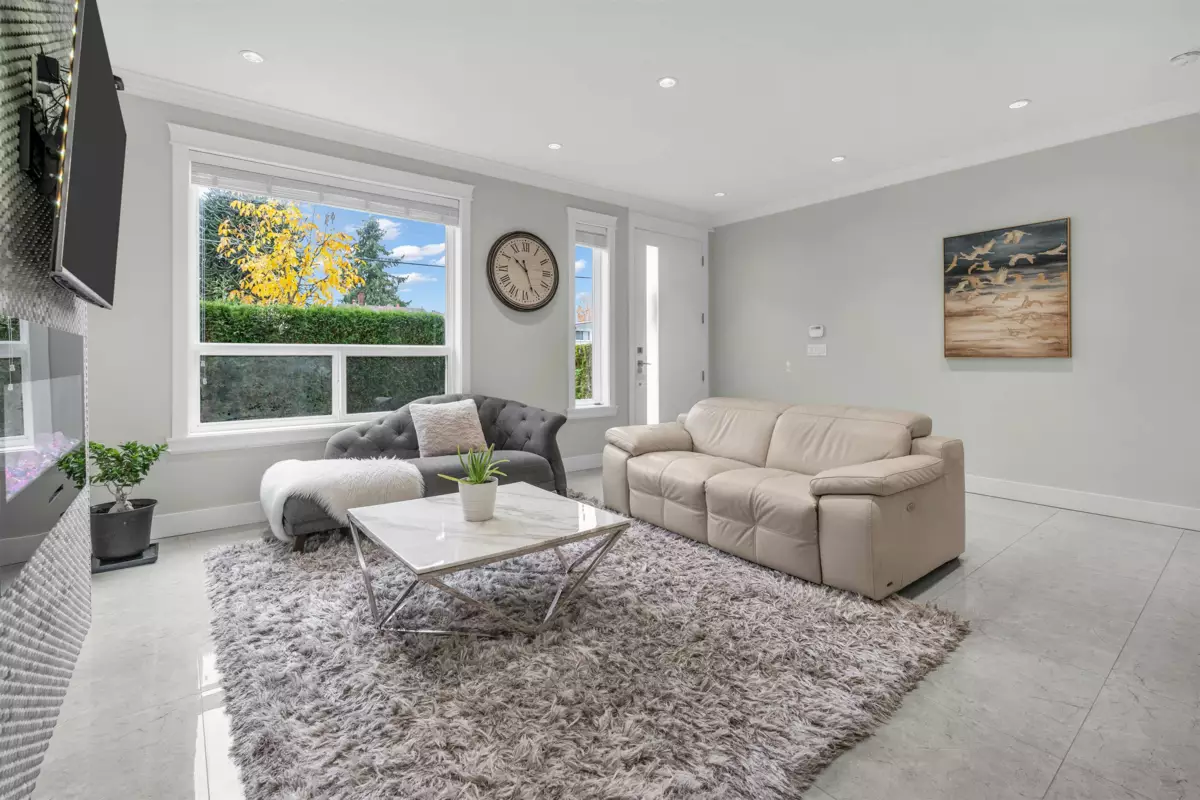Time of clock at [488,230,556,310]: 10:26
